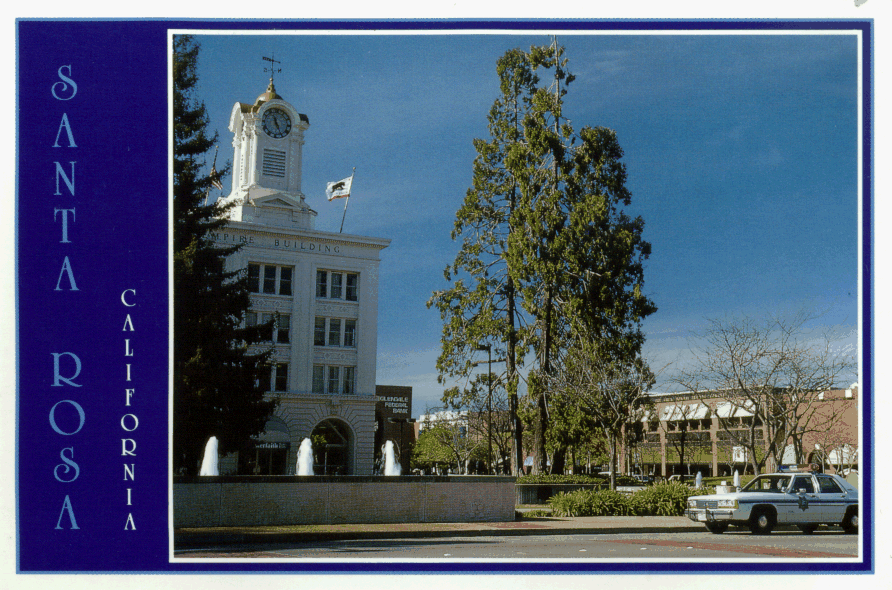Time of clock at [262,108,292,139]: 11:25
